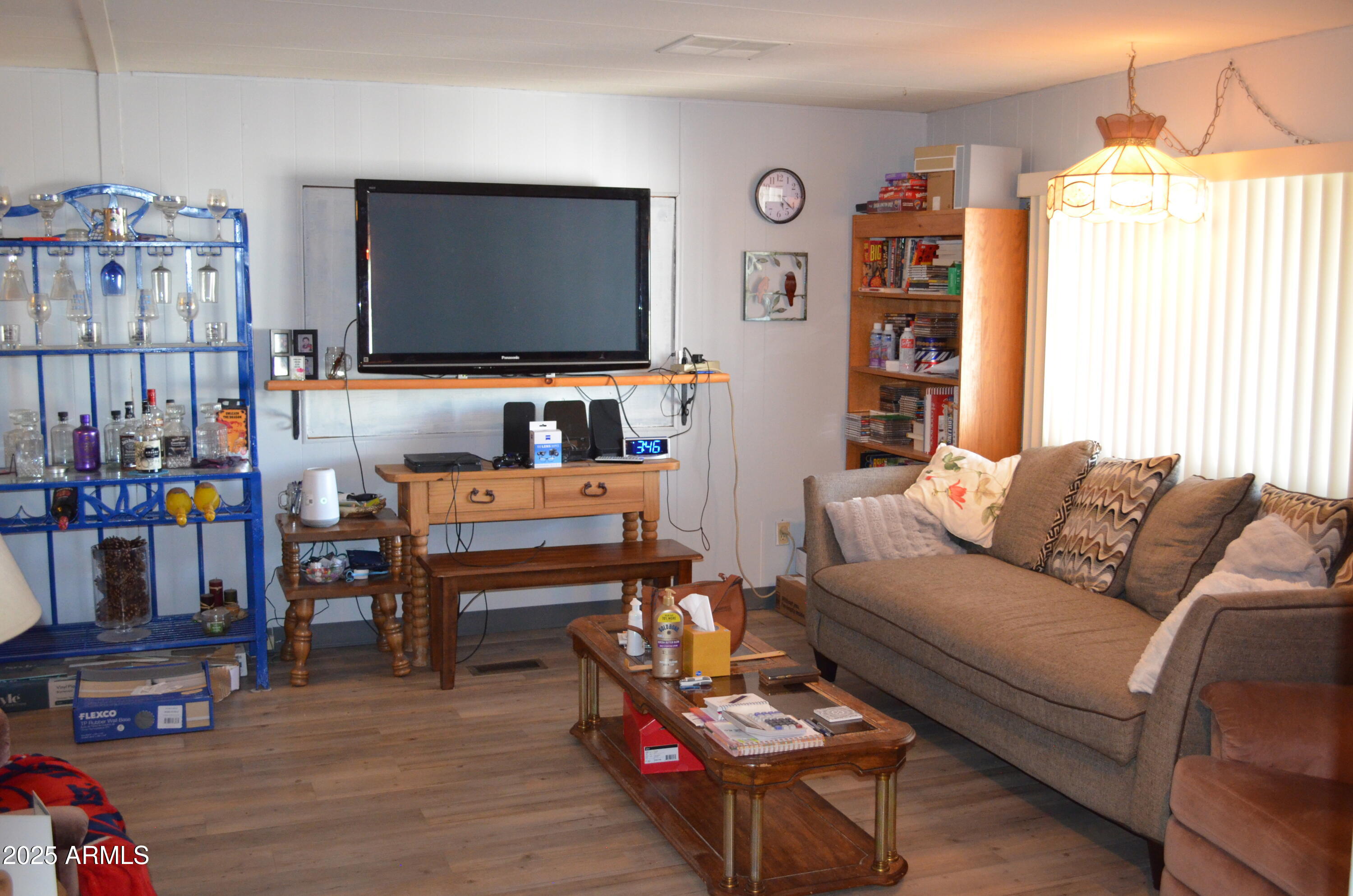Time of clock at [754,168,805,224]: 5:21
